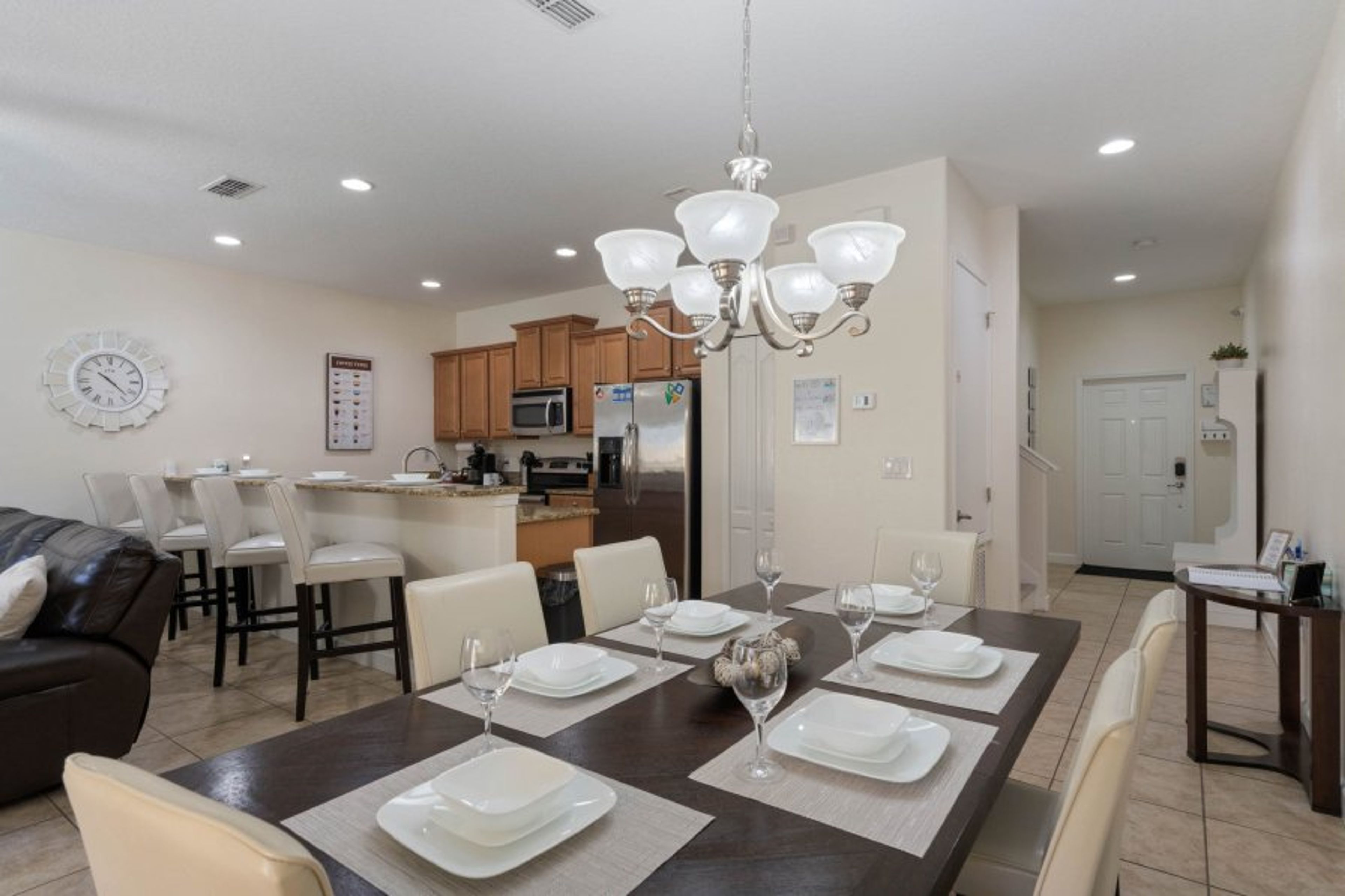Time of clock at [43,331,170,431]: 10:22
